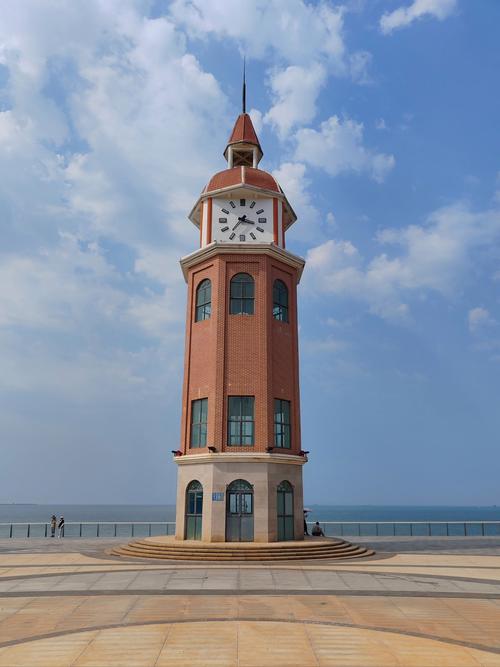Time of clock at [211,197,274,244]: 3:36
